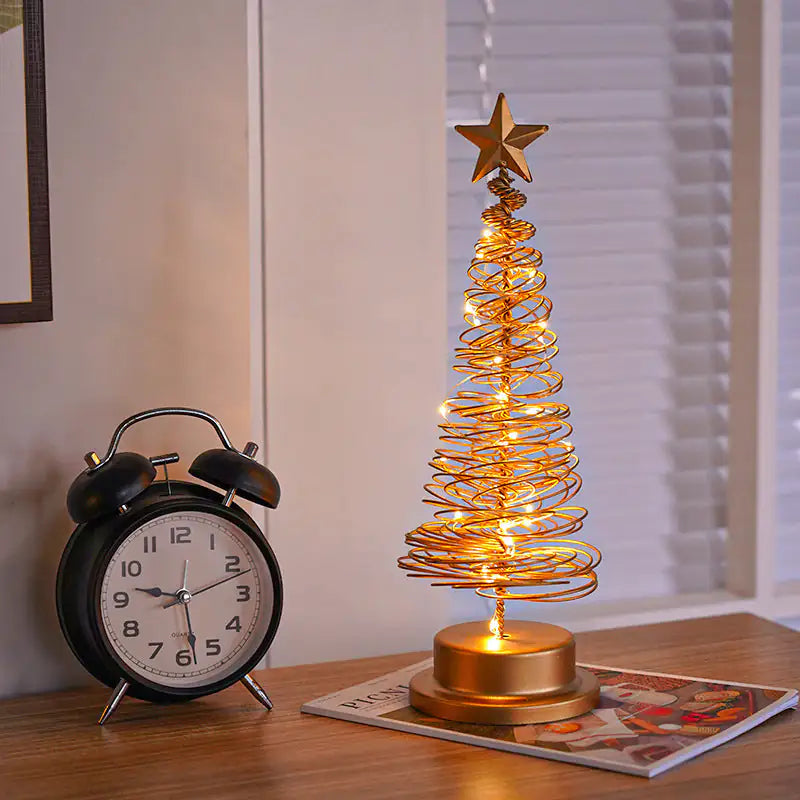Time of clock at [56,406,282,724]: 9:28
